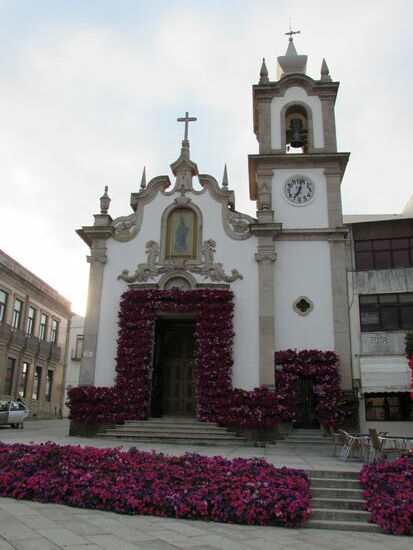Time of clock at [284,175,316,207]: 7:02
